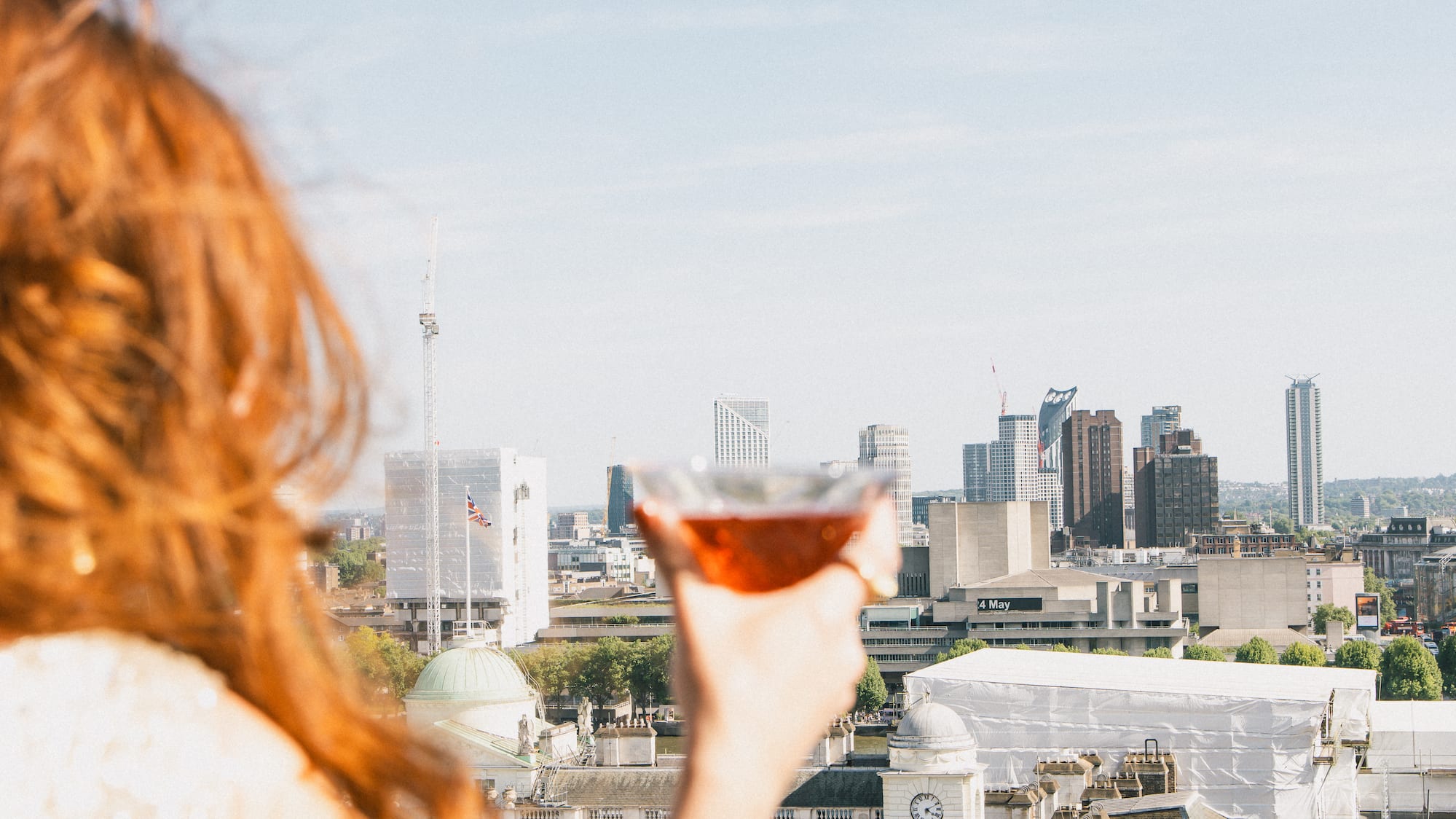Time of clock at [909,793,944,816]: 4:10
